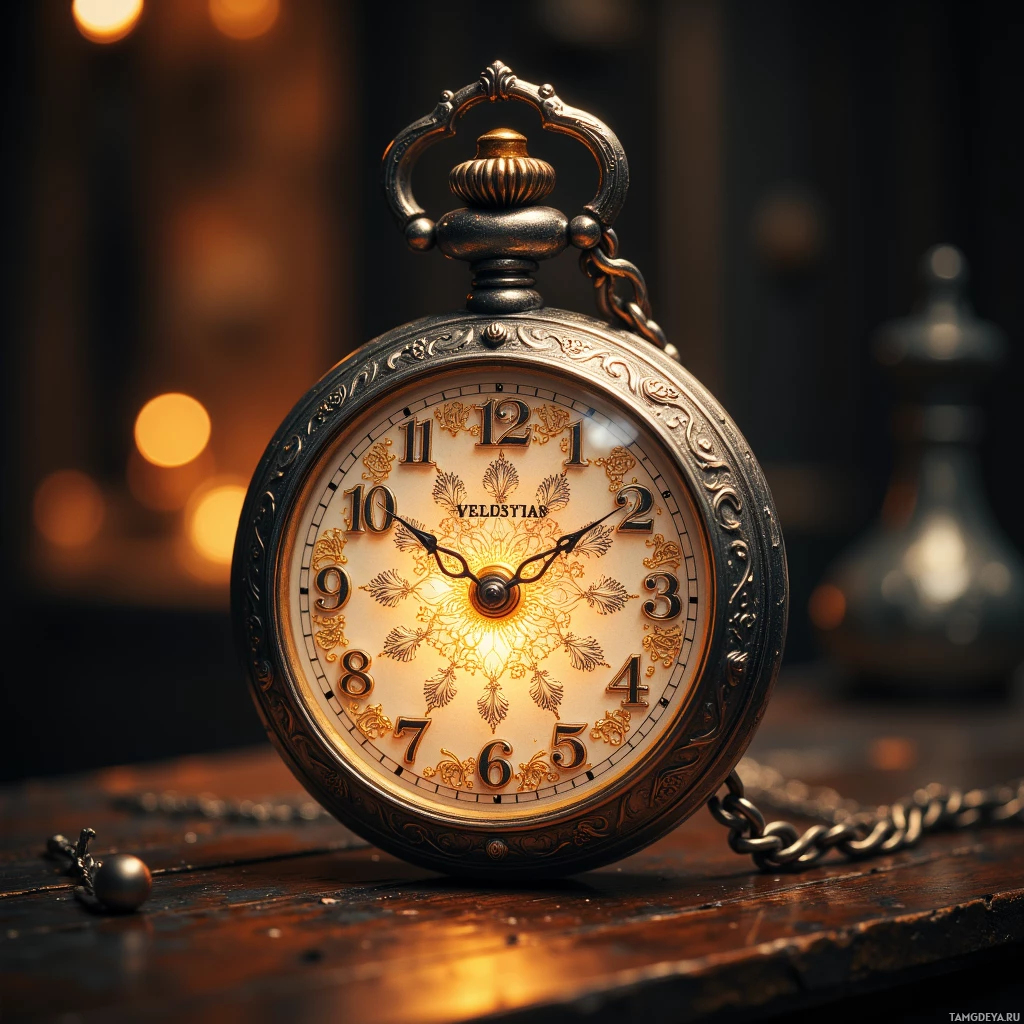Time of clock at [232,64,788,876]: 1:51
